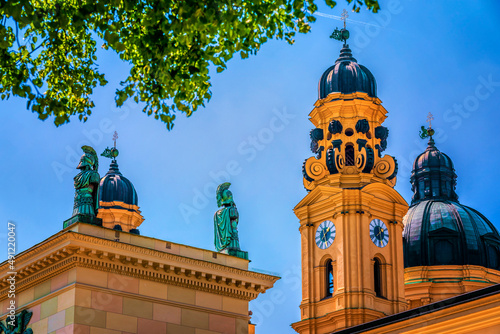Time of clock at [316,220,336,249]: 1:28
